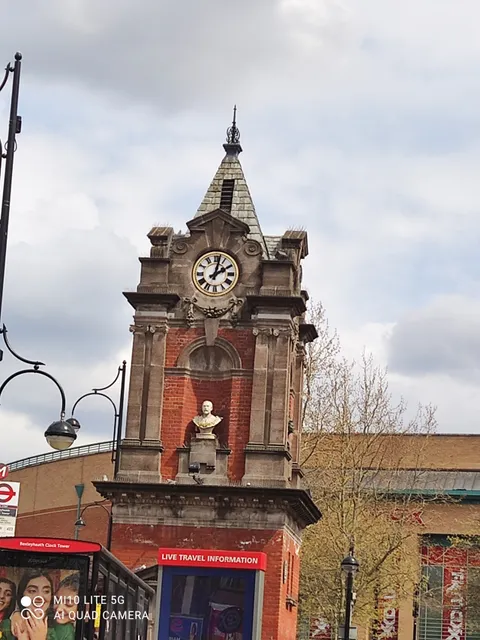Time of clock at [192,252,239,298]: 2:02
